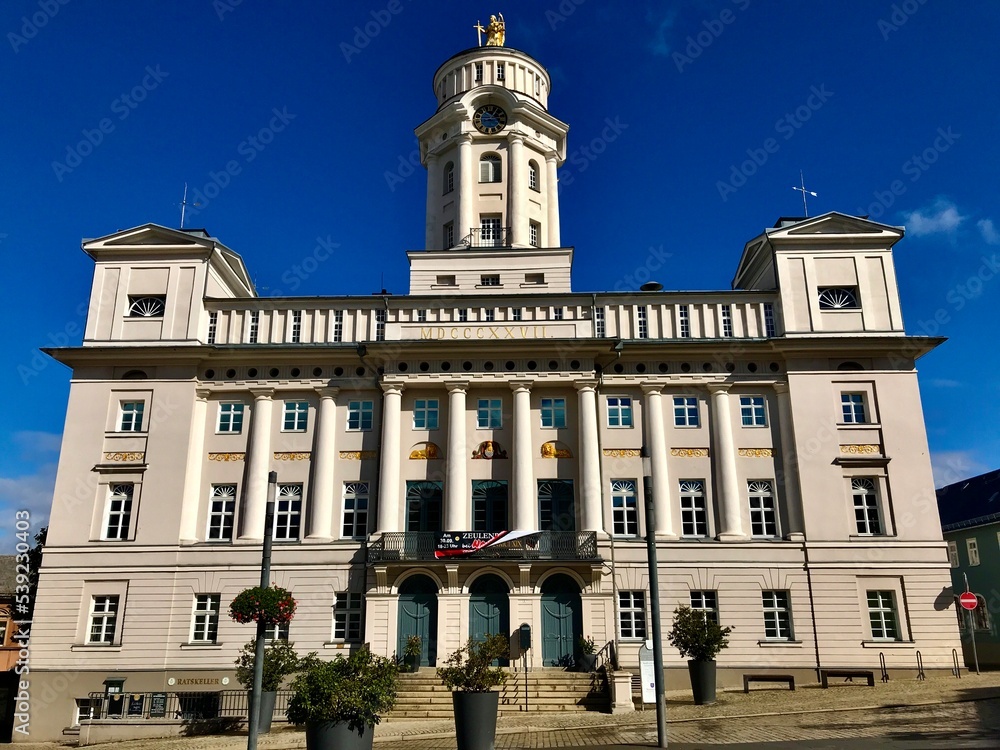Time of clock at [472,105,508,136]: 1:13
